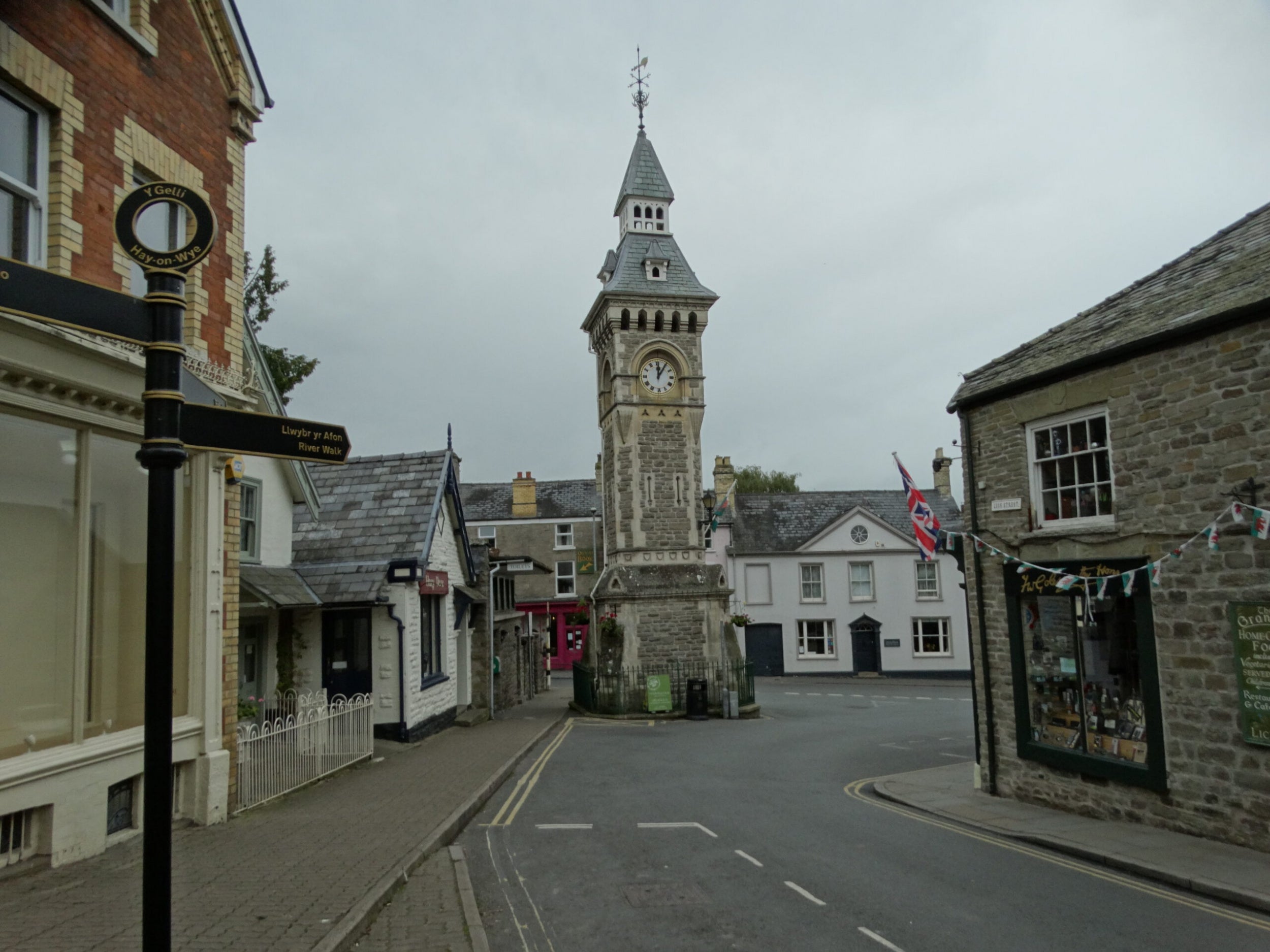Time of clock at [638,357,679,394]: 12:05
